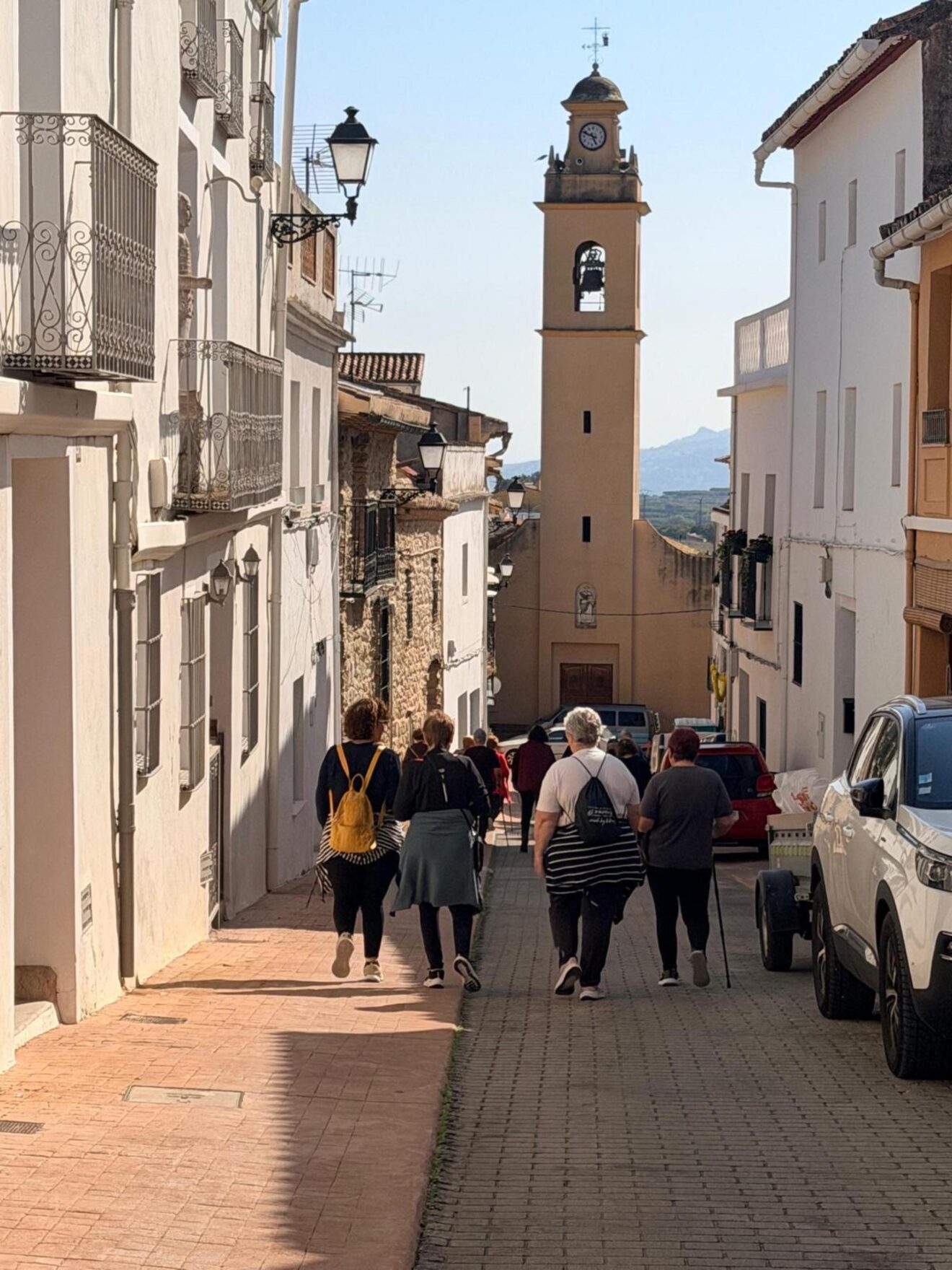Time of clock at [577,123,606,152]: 4:48
